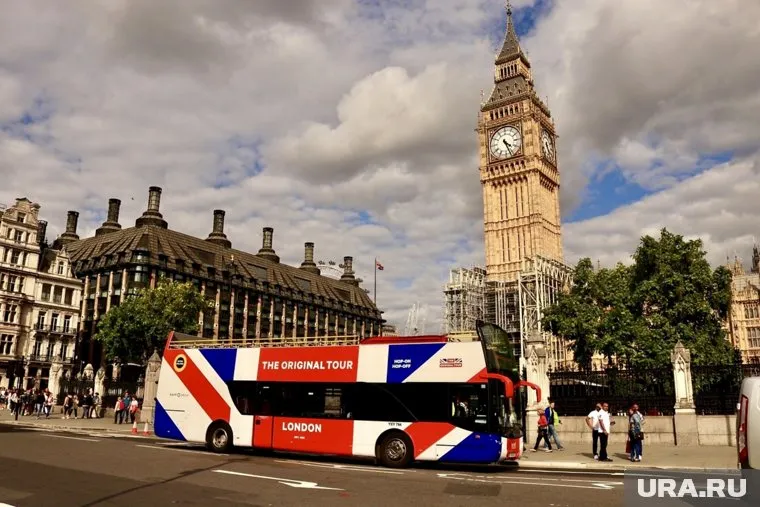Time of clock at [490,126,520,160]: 4:26
